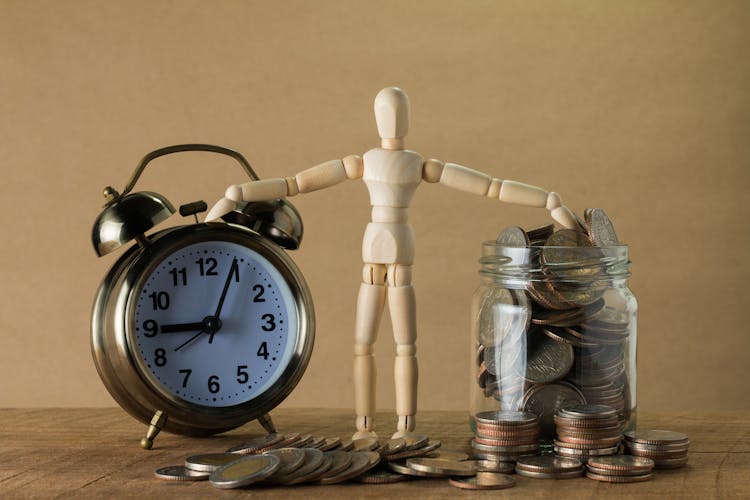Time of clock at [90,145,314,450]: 9:04
